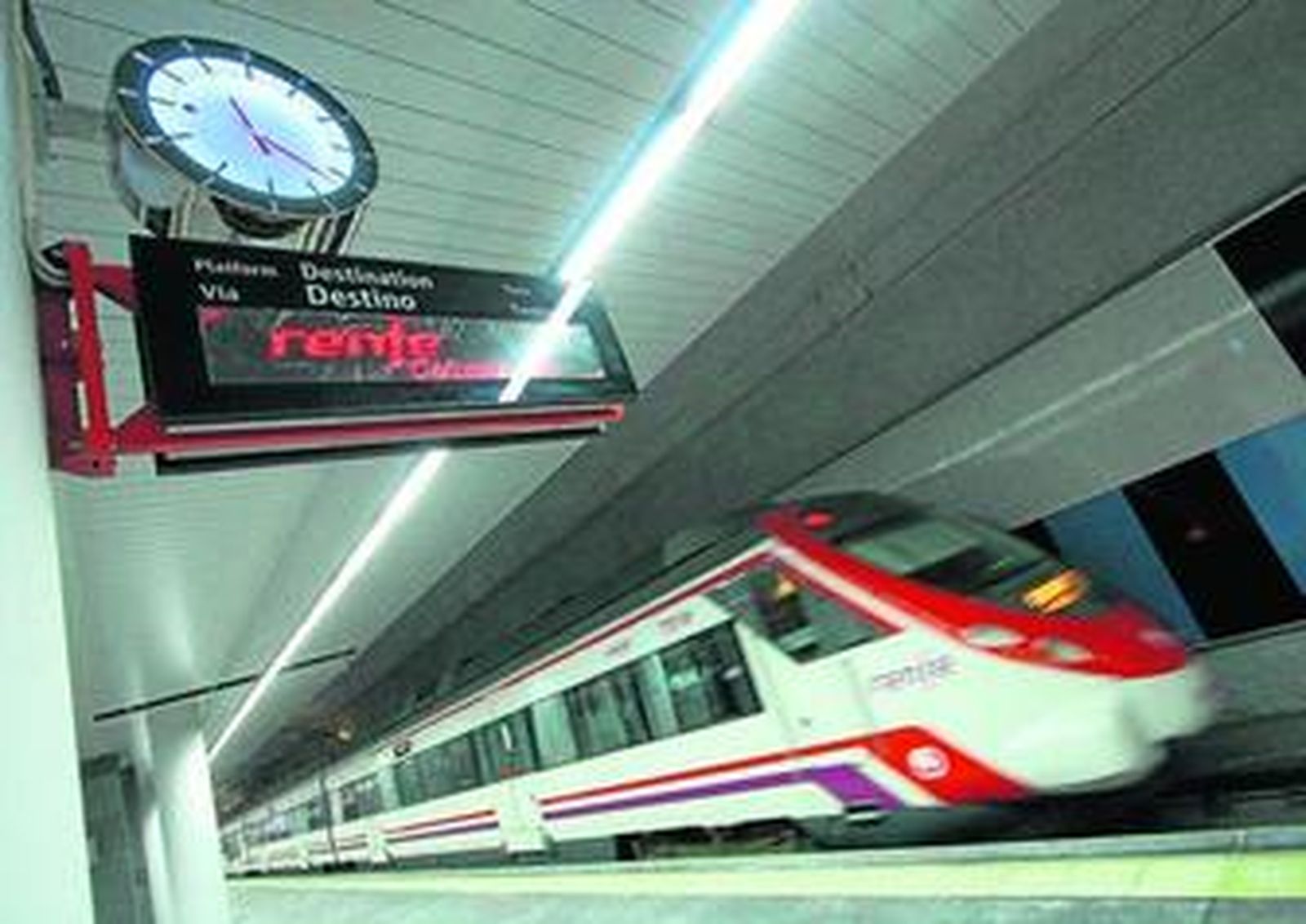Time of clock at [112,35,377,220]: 11:21
